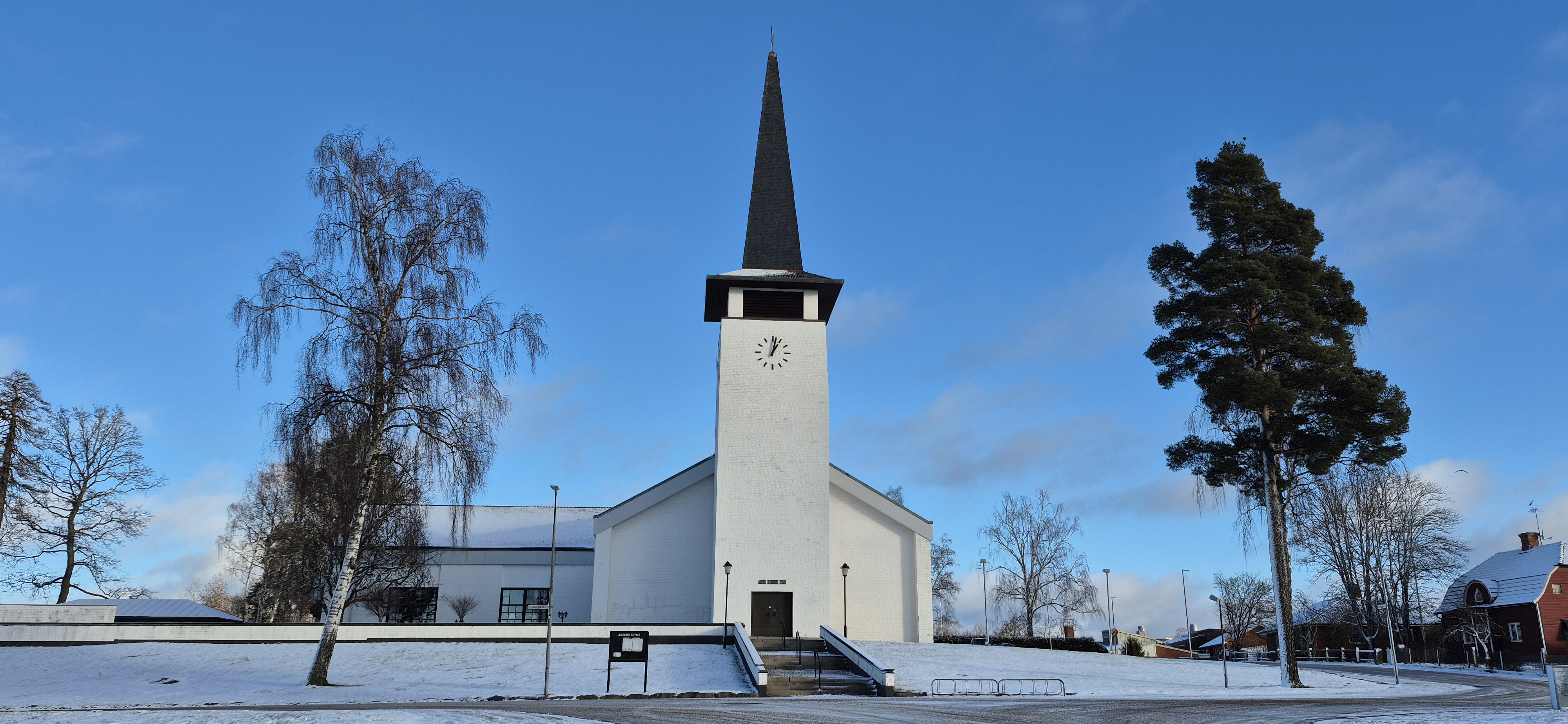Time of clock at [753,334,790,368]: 1:02
